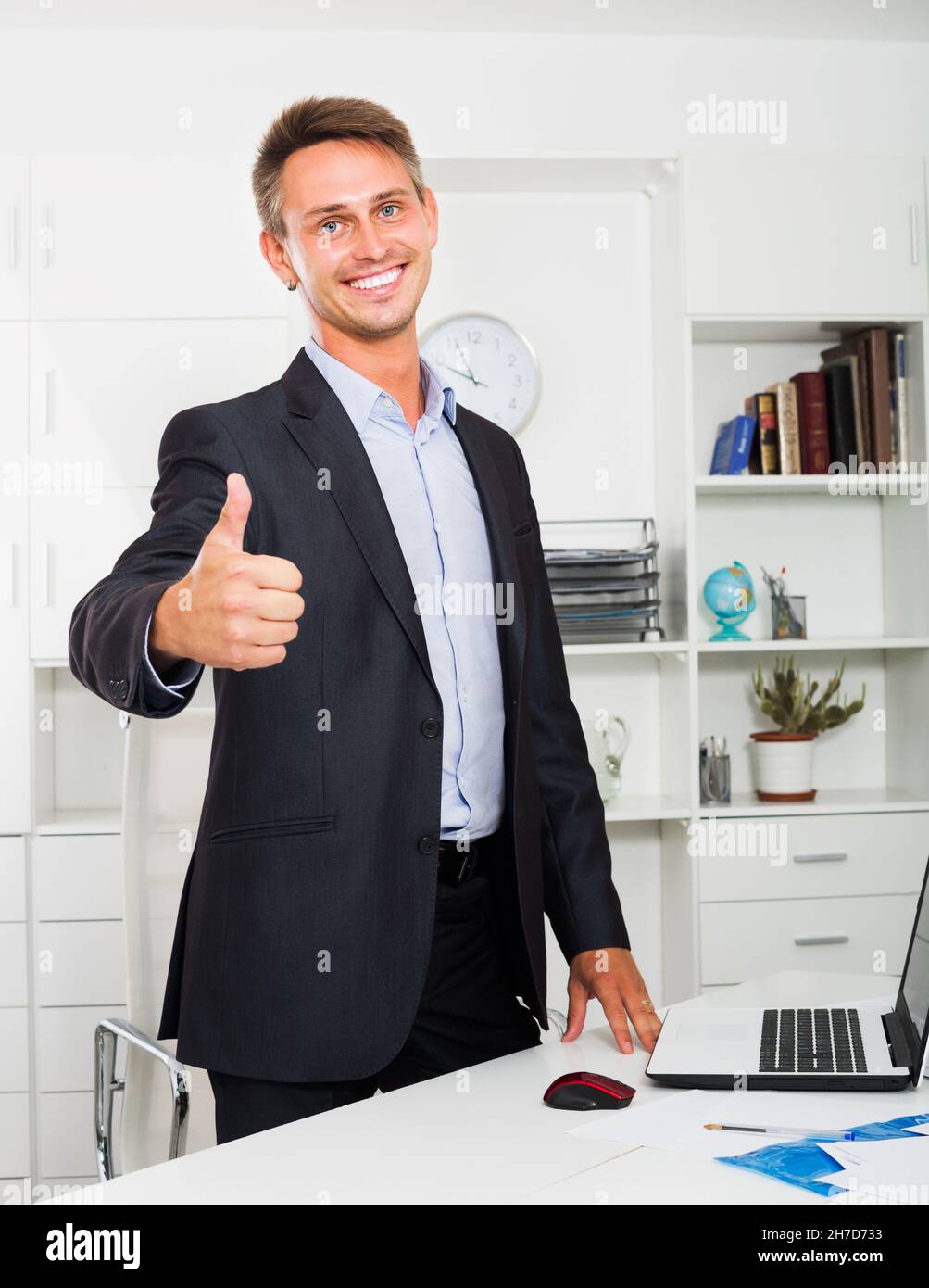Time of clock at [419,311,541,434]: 9:56
